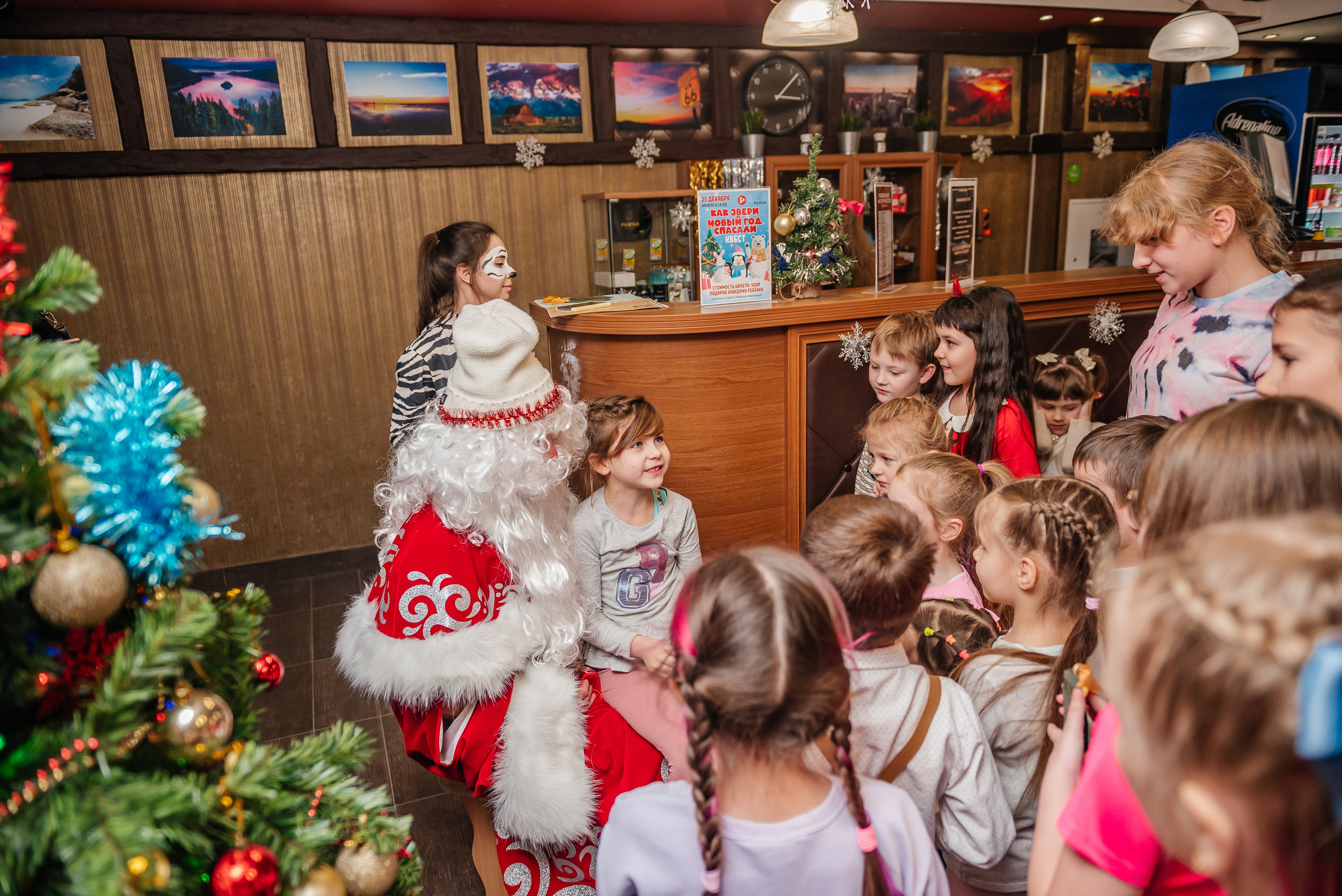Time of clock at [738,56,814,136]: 3:07
